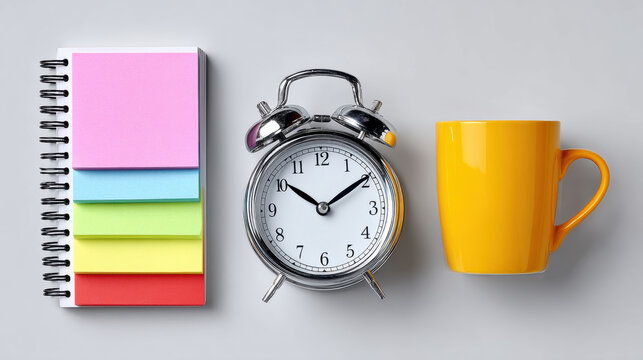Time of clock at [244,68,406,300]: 10:09
